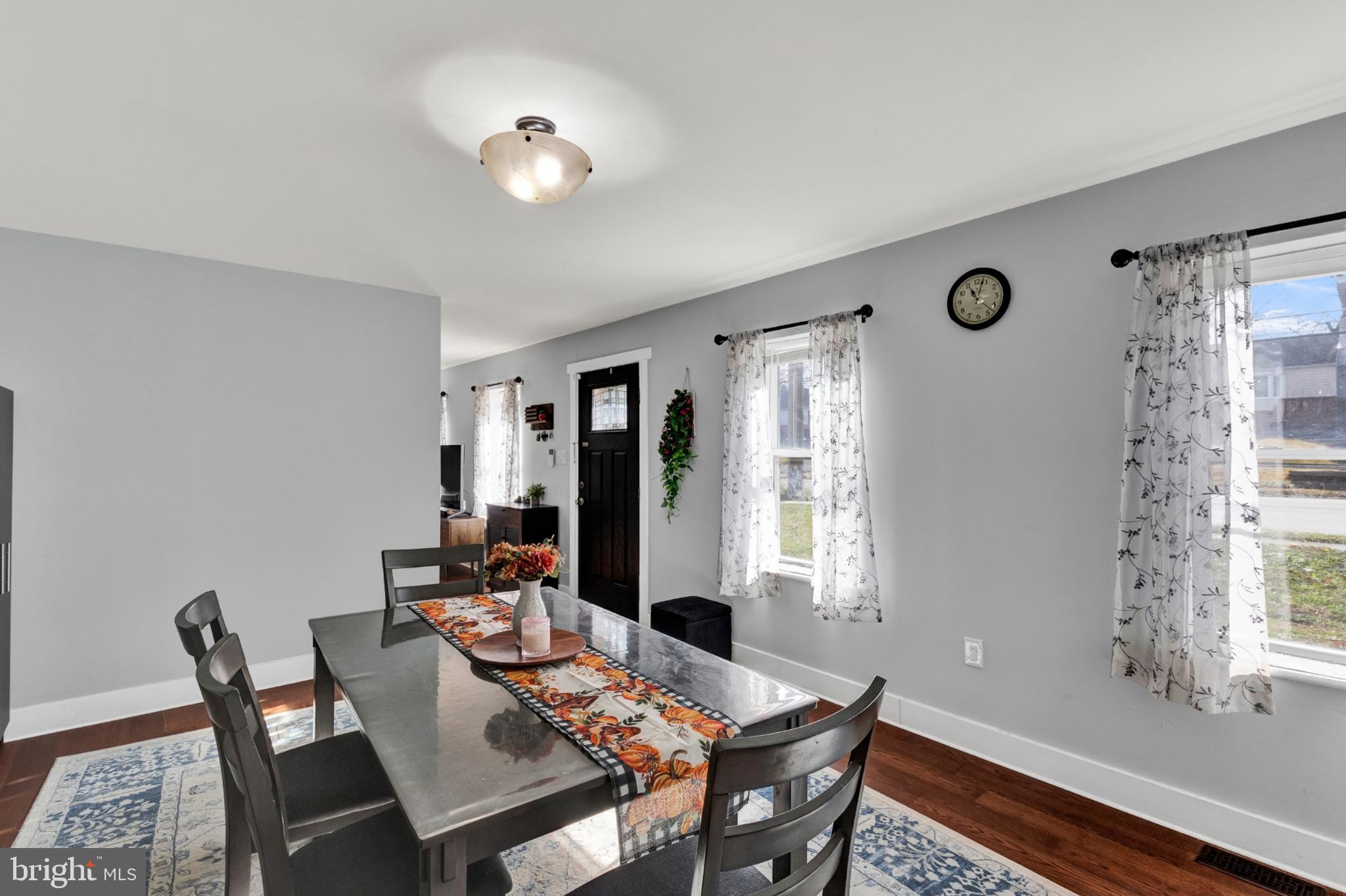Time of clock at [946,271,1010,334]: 11:02
